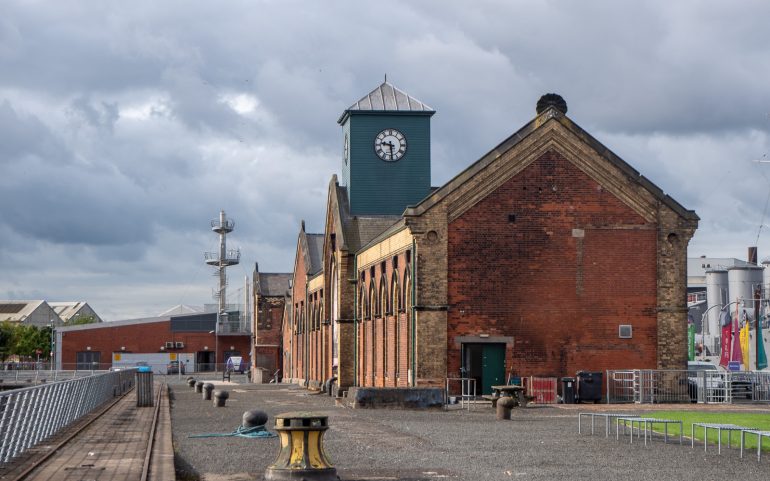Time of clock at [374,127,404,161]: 9:29
